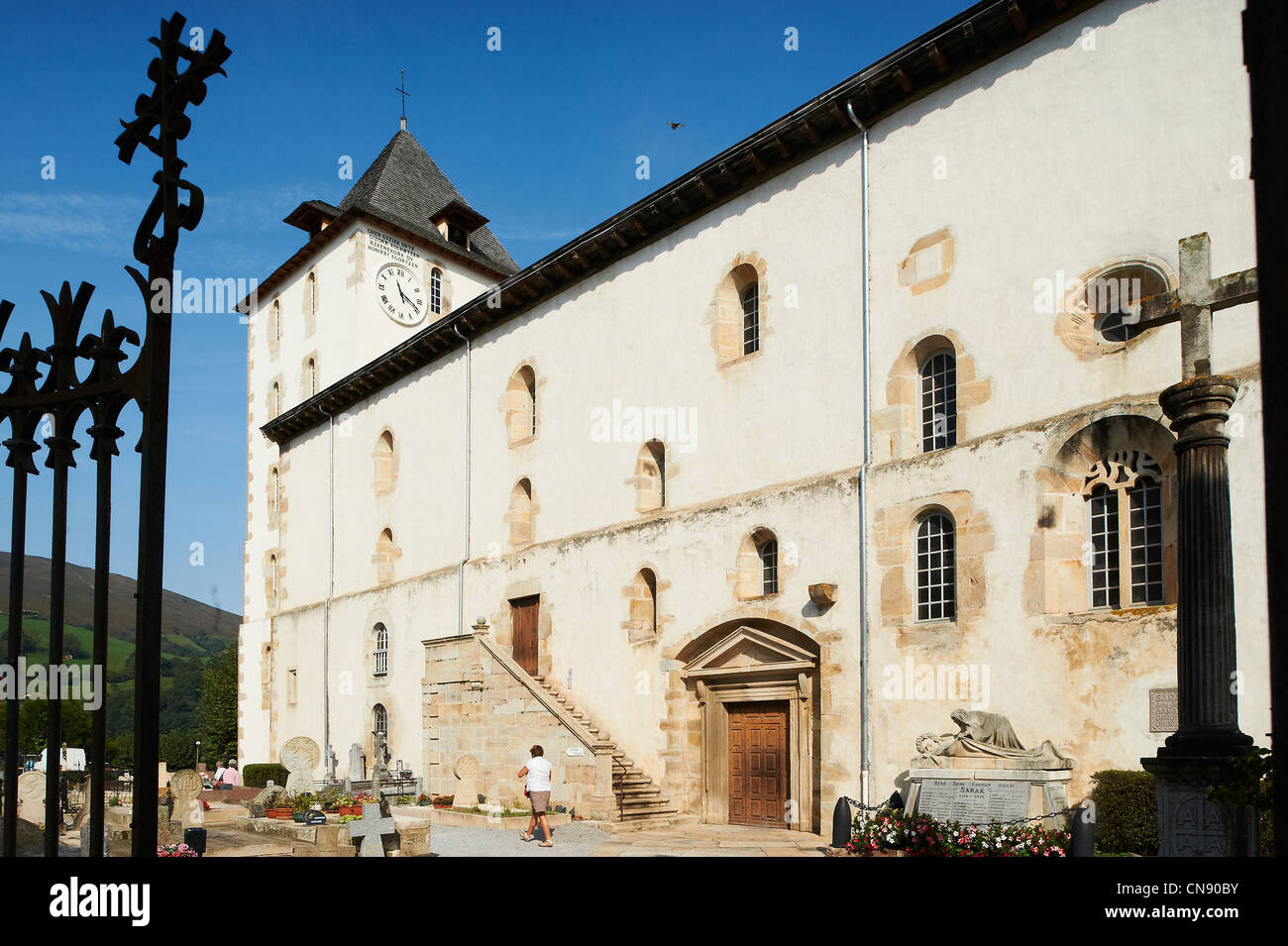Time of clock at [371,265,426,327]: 11:18
